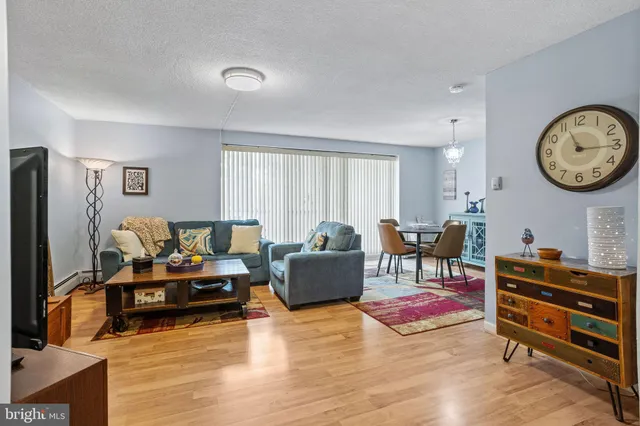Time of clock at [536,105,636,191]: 11:15
